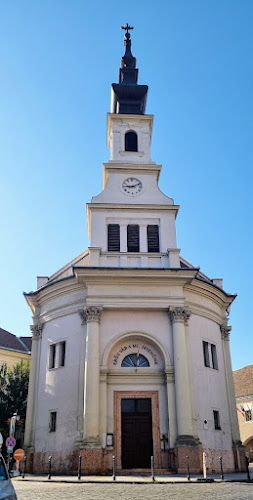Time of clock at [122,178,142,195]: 9:11
